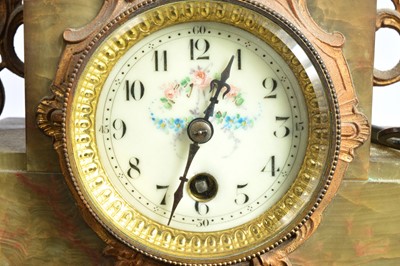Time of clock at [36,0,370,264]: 12:33
